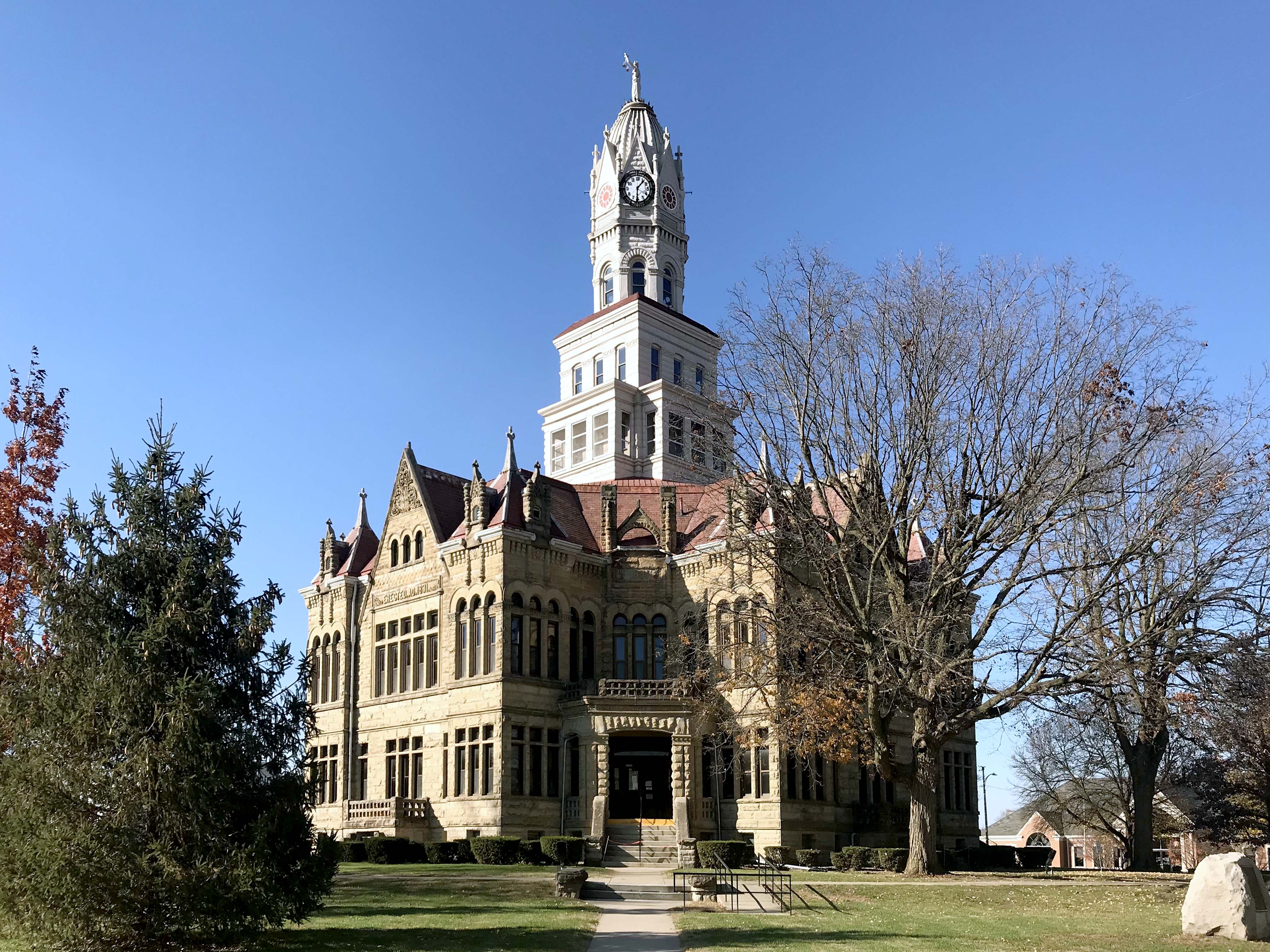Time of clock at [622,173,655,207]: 1:30
